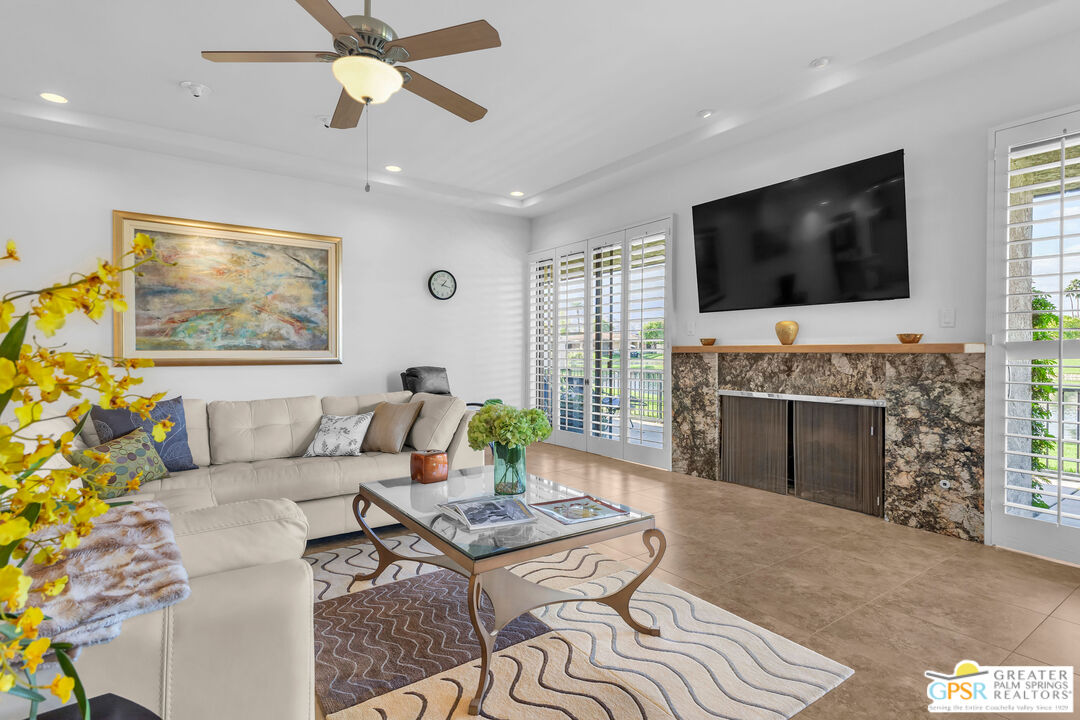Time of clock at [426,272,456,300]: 1:17
